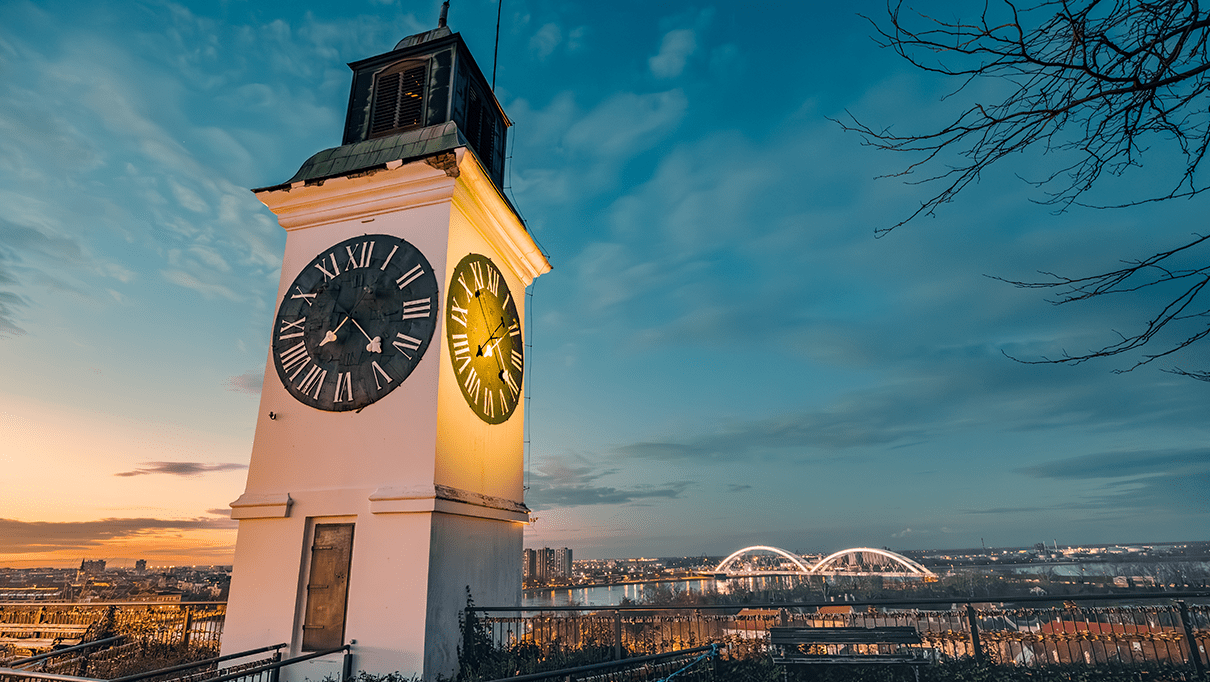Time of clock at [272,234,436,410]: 7:22
